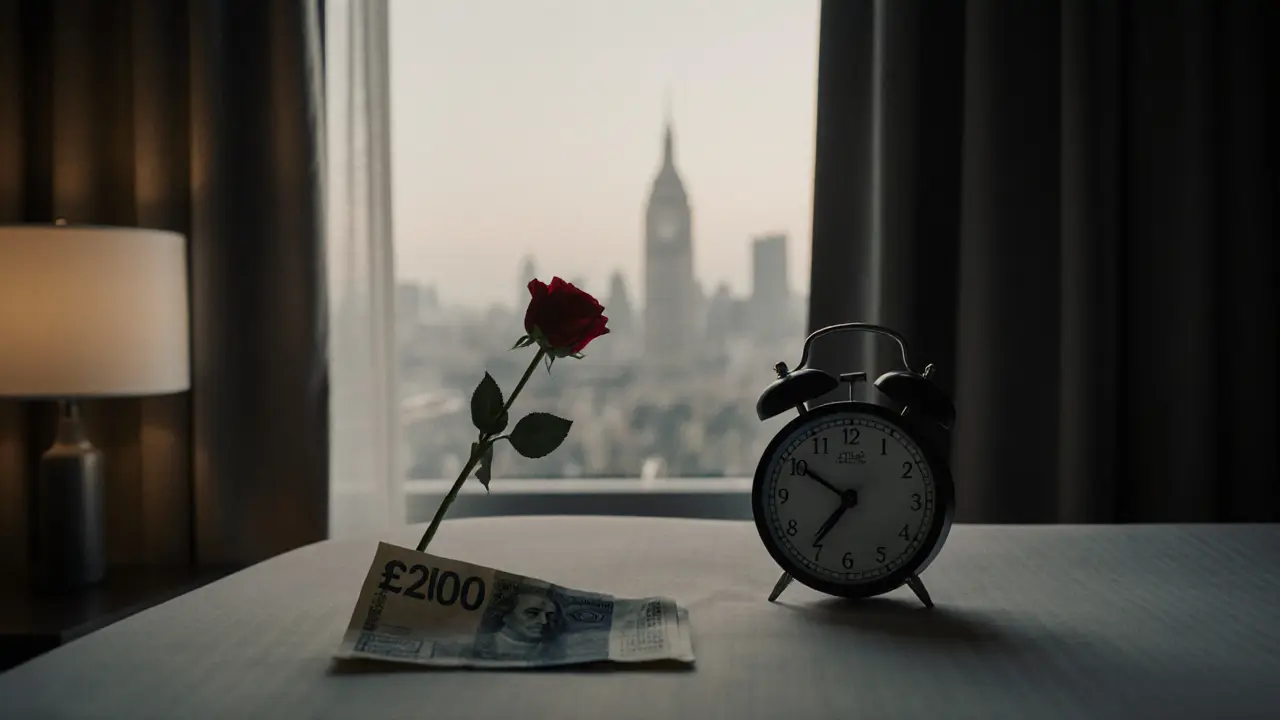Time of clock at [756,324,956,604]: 6:50
